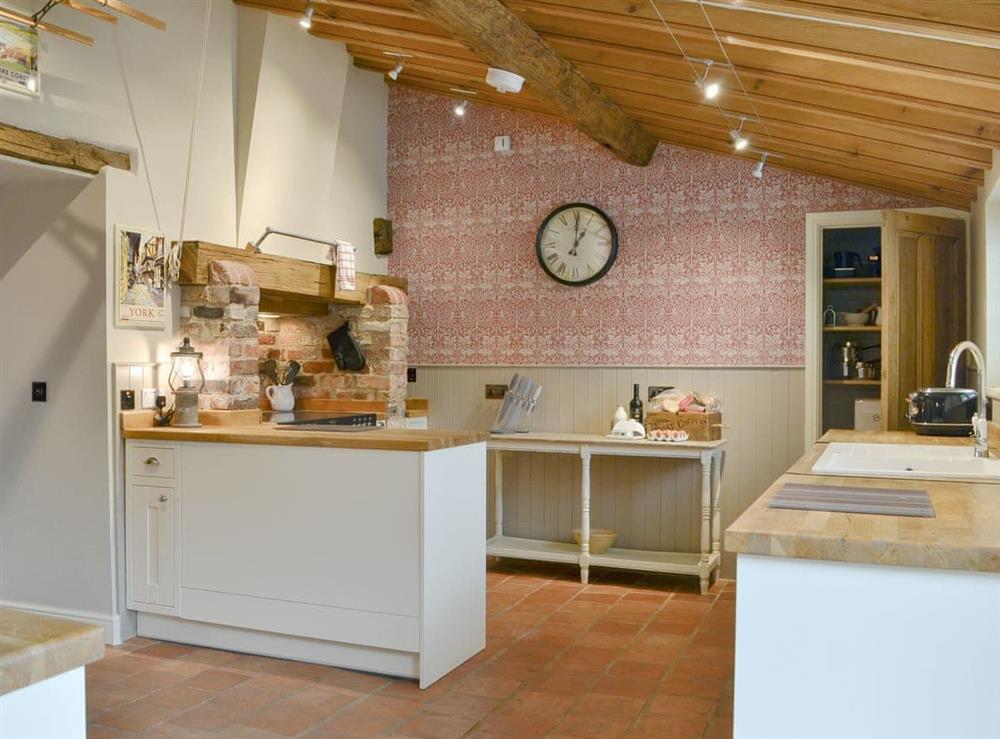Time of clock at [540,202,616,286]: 1:00
